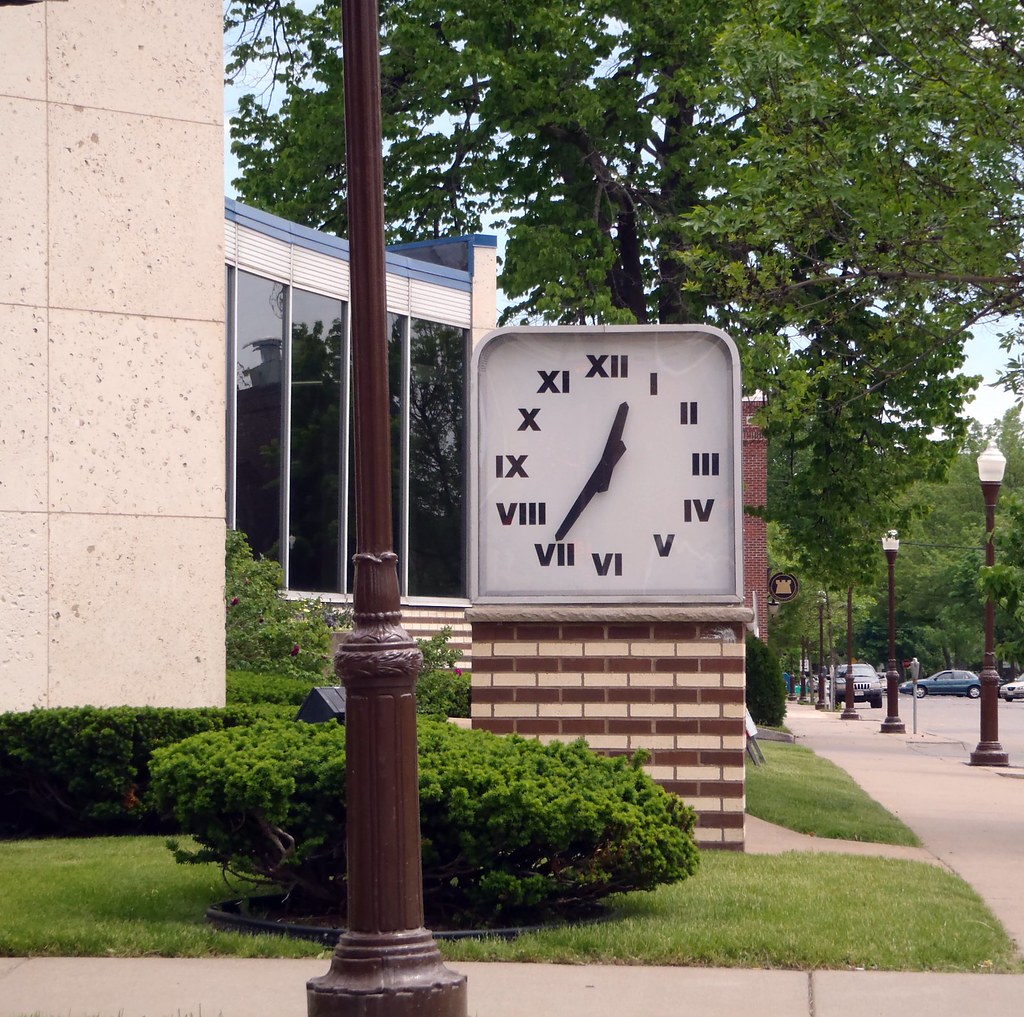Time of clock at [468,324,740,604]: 12:35
